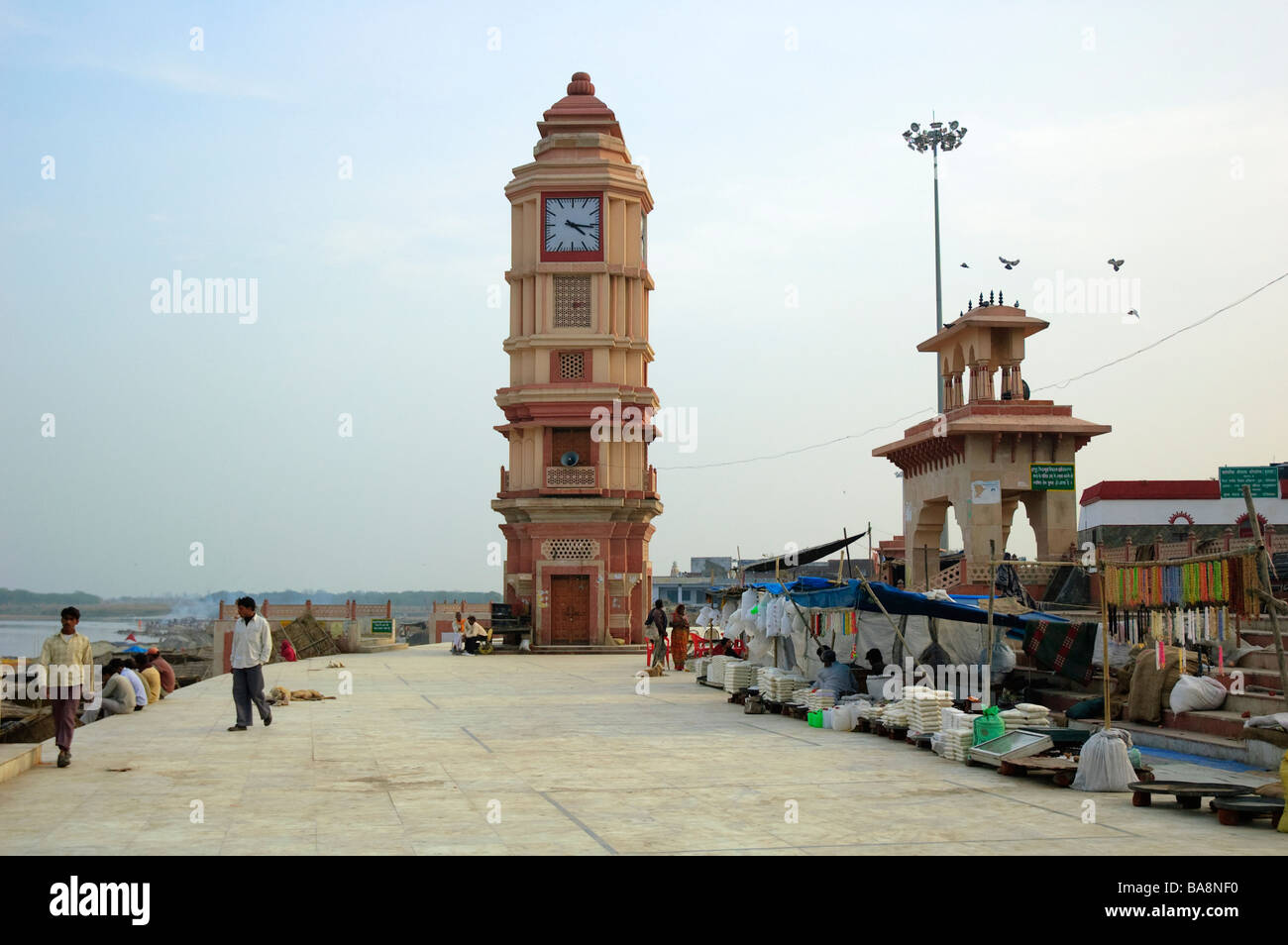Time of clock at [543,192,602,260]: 4:16
